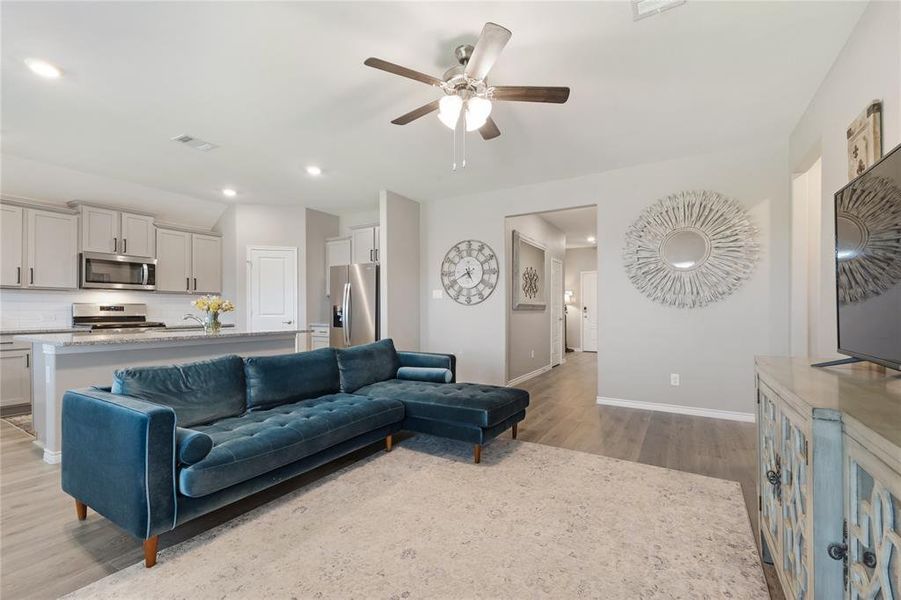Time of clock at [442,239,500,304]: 4:40
